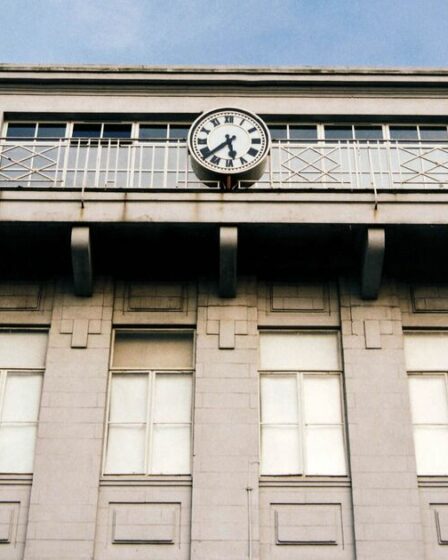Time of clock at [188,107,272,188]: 5:38
